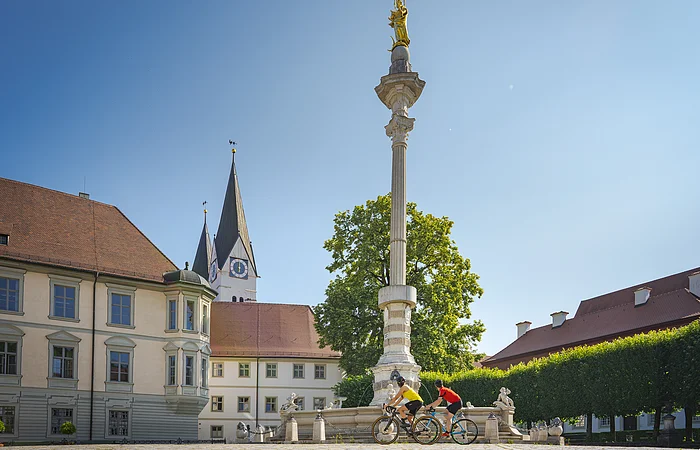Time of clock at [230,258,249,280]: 5:59
